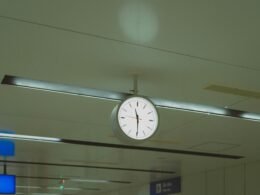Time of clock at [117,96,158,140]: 11:29
